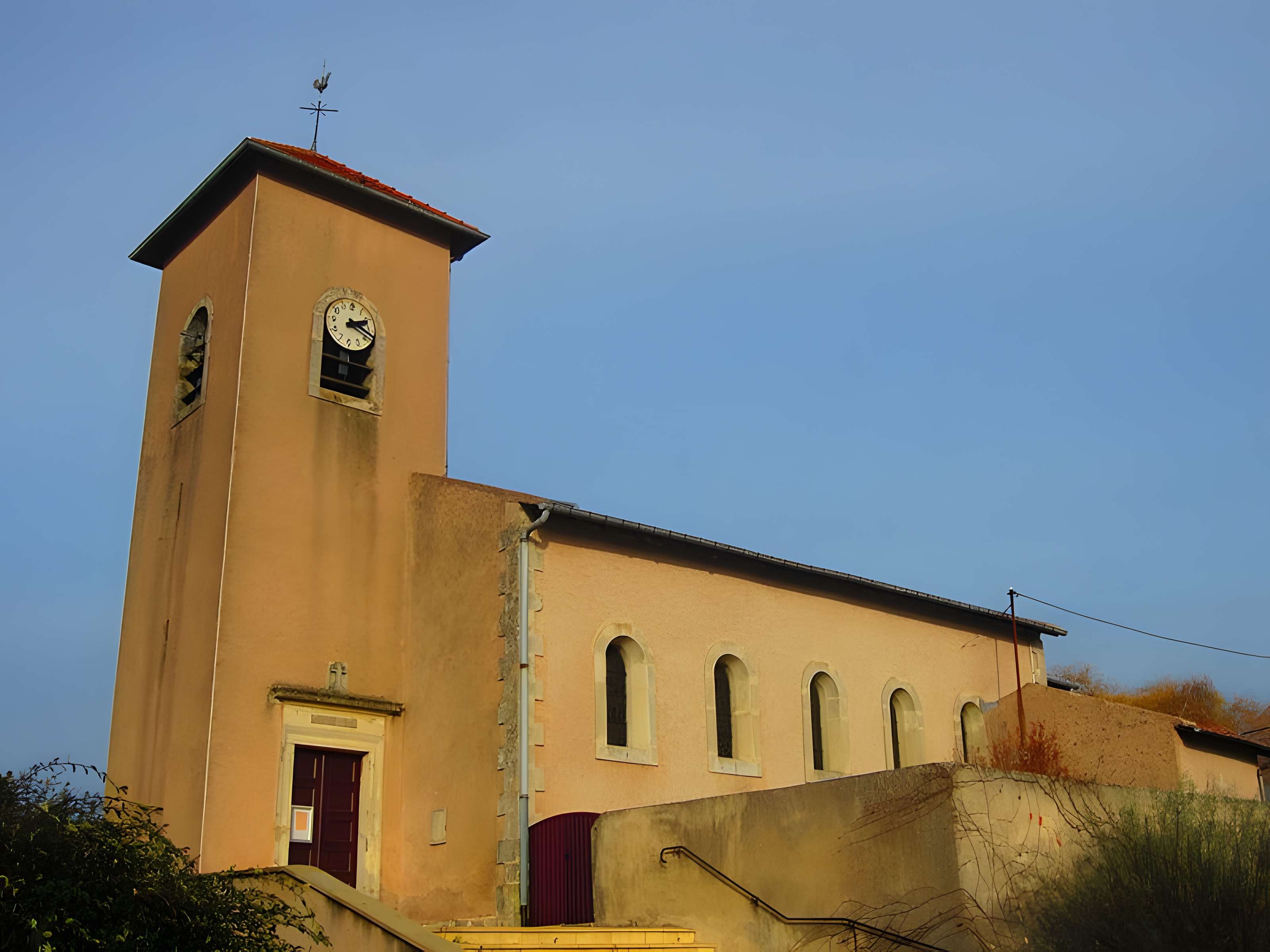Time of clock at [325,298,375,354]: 2:18
